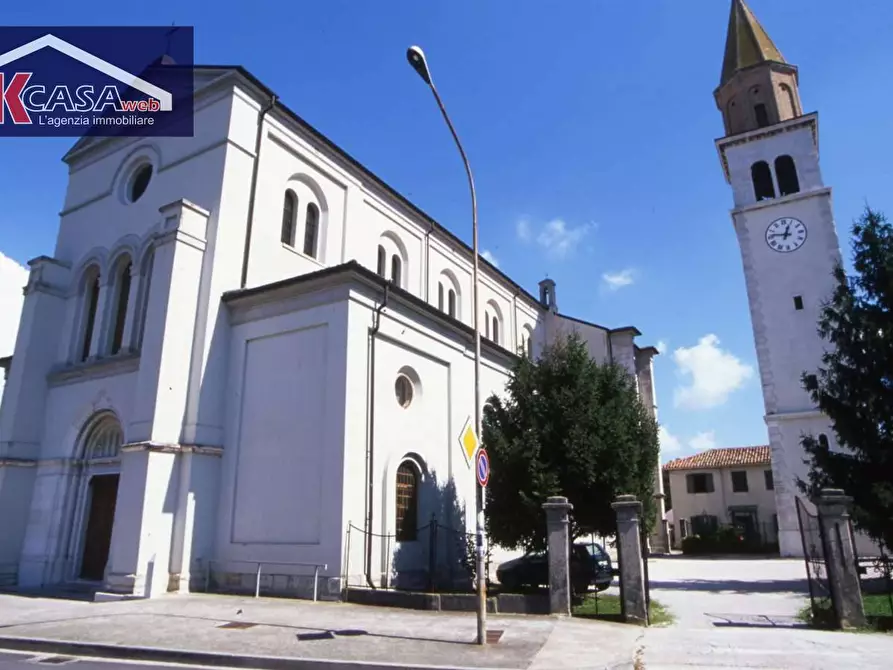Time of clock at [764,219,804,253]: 12:46
